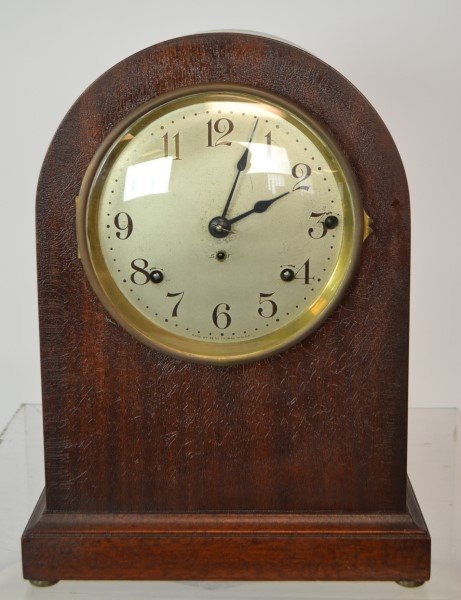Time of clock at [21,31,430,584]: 2:03
